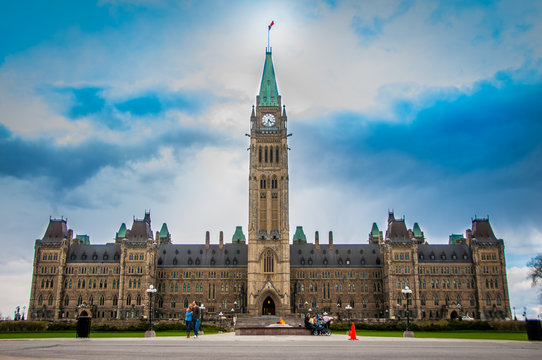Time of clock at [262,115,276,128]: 4:32
